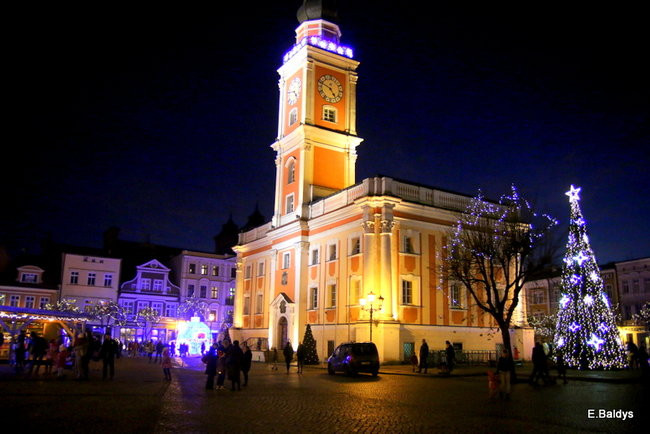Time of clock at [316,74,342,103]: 4:48
